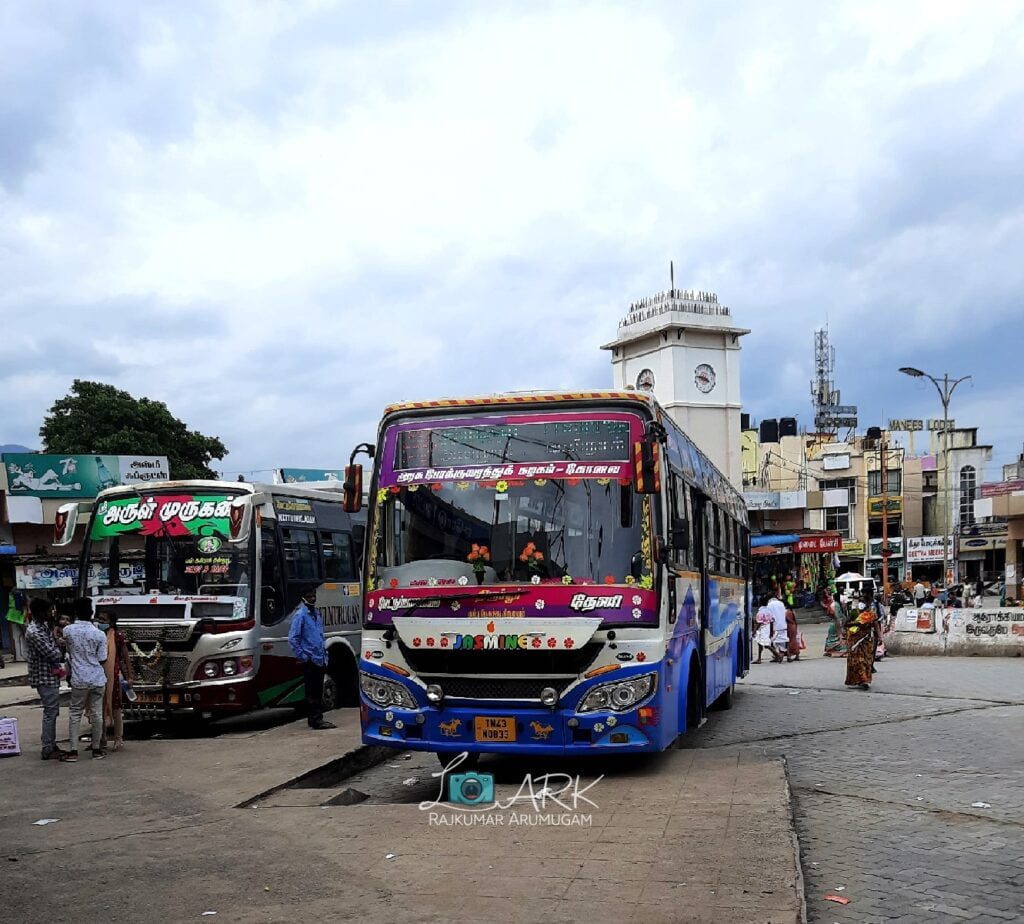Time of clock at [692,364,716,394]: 3:46
